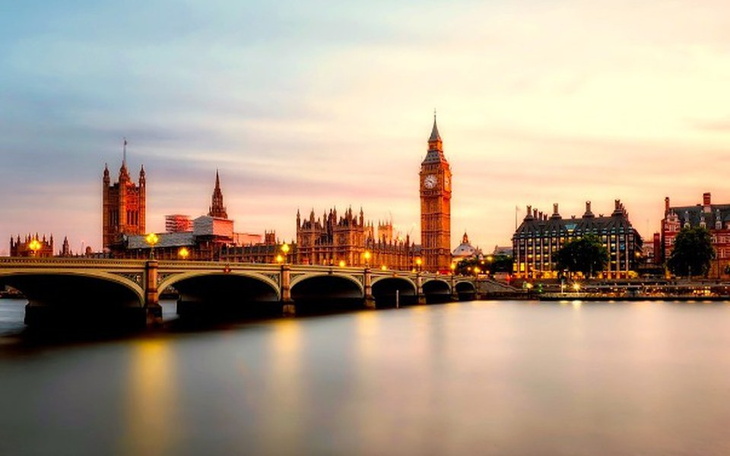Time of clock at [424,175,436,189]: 9:22
